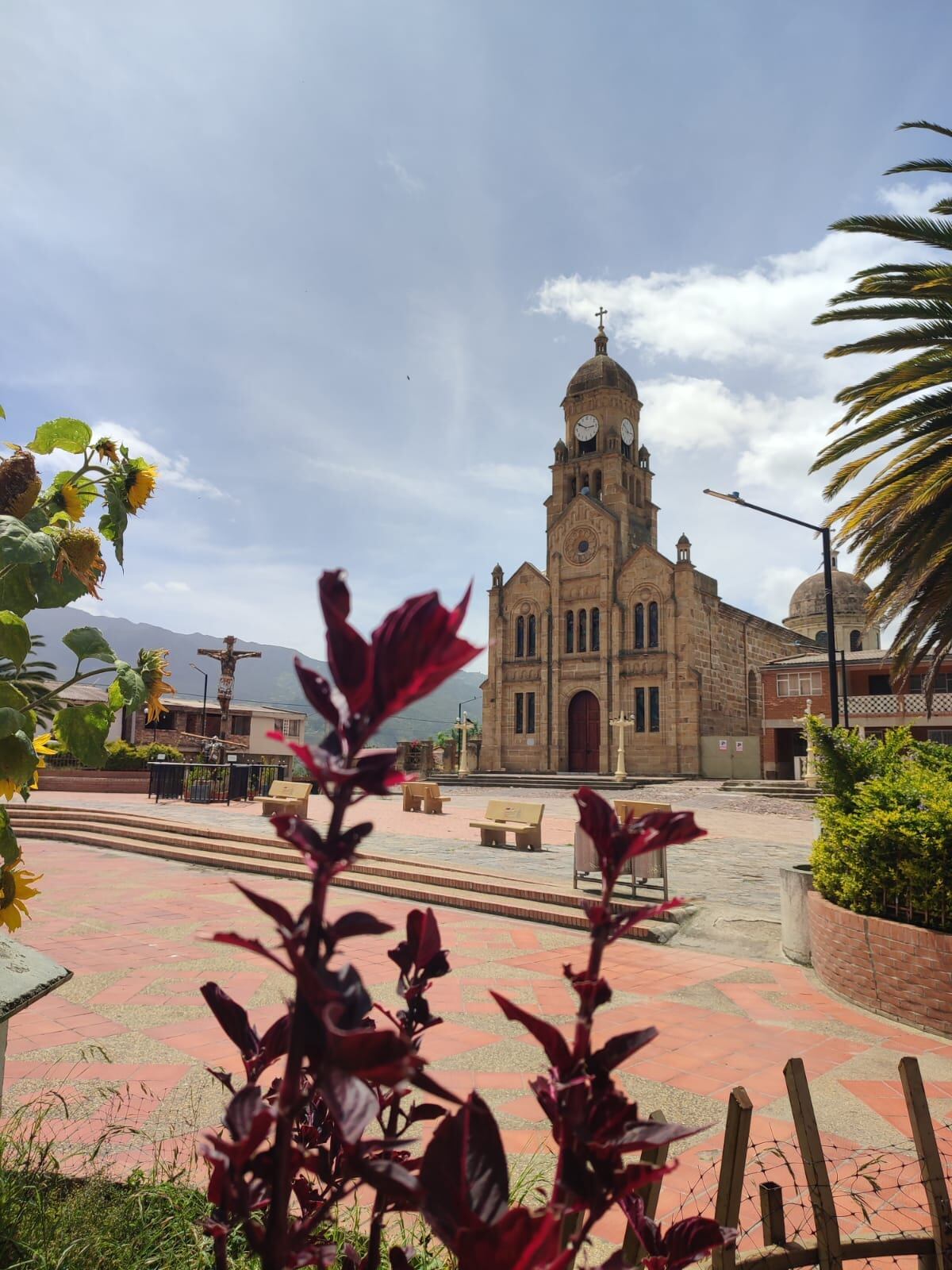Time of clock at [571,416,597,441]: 2:50
